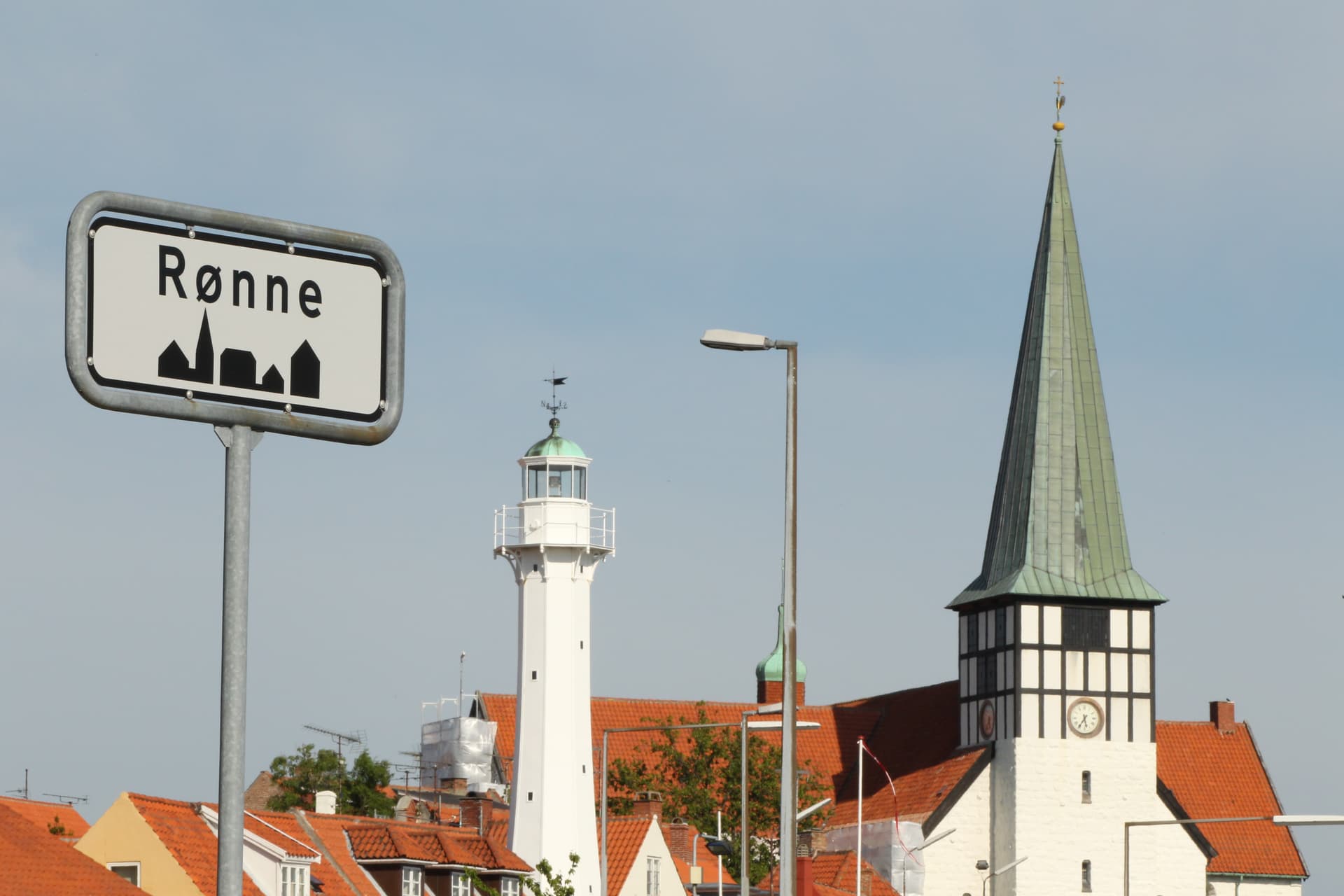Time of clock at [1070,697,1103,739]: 5:35
